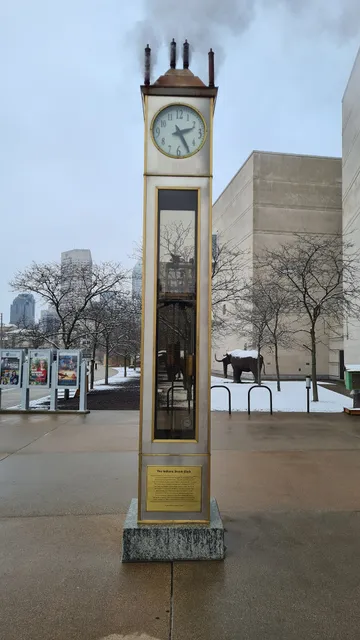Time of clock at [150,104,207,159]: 2:24
